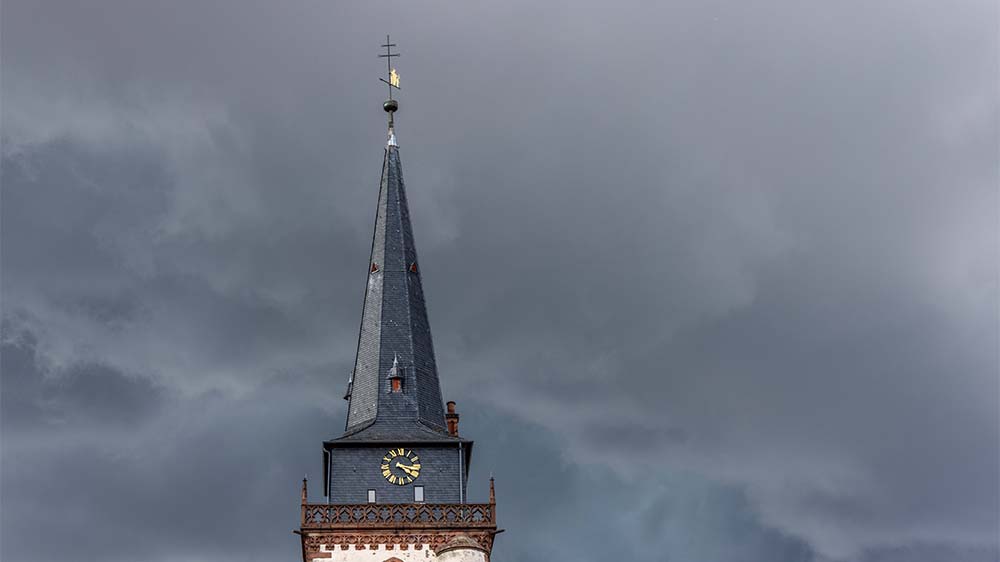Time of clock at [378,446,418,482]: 4:16
